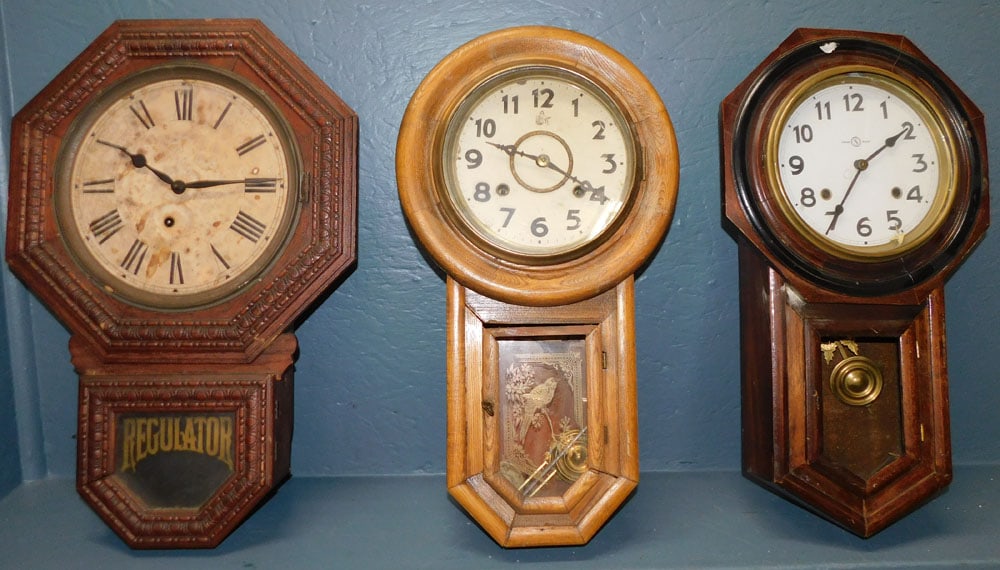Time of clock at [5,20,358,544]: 10:14
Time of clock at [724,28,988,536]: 1:34
